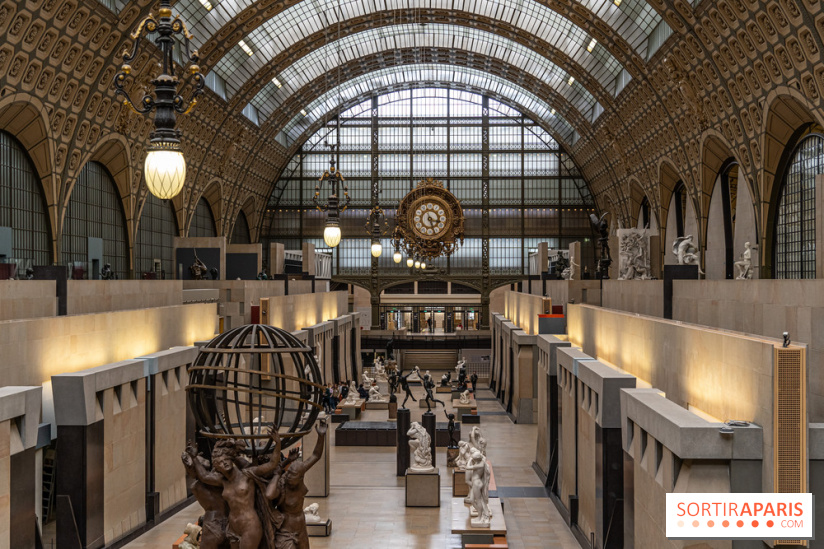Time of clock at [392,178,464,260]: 3:27
